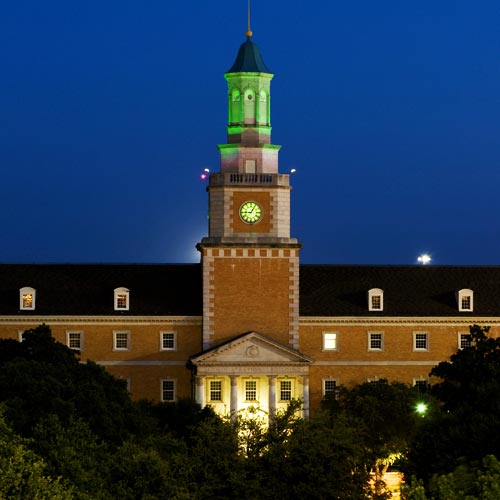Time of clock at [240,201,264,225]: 9:05
